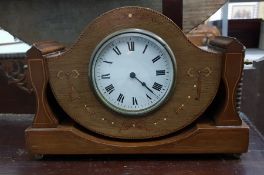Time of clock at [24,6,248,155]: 4:22
